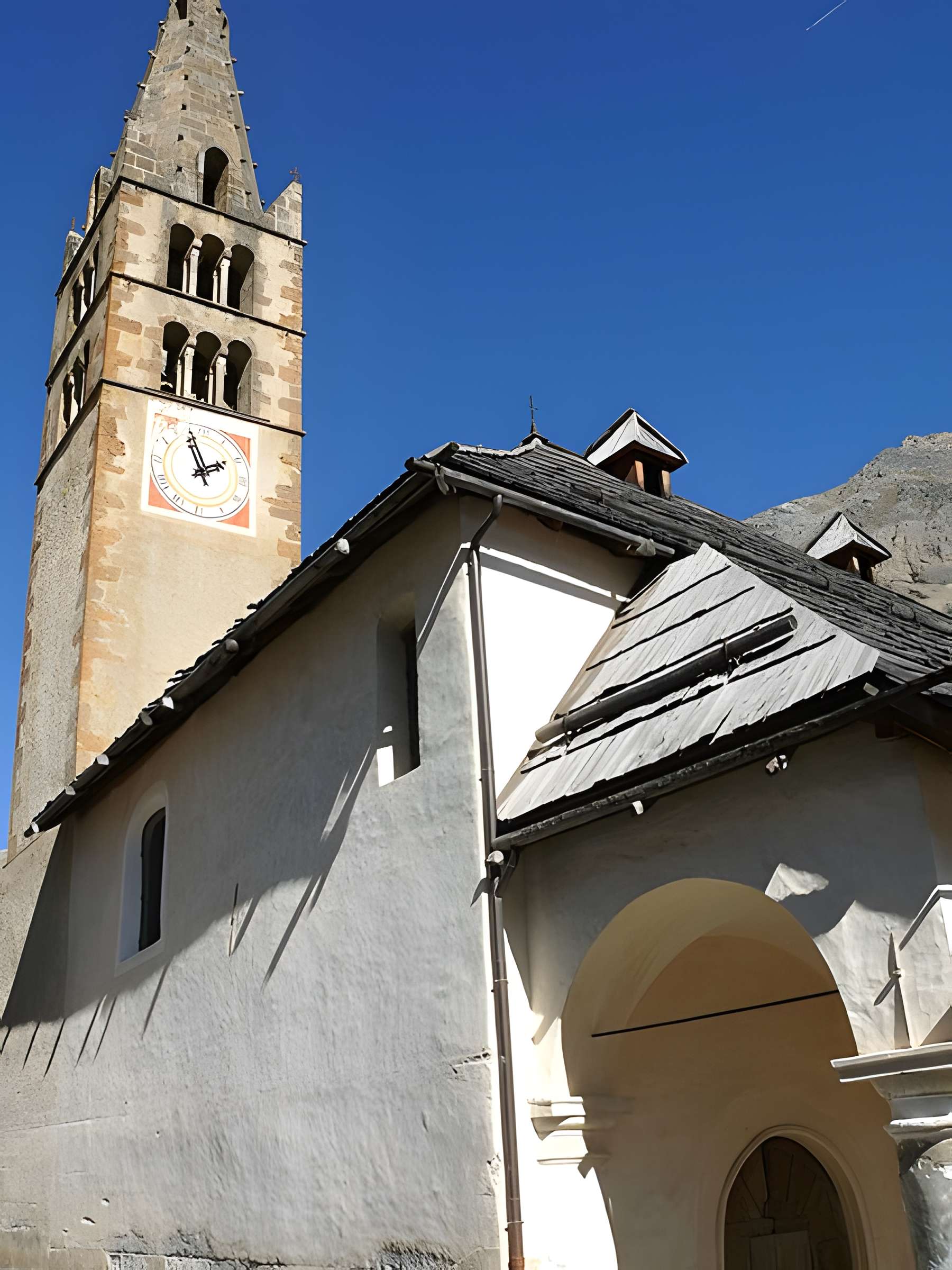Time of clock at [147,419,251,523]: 1:56
